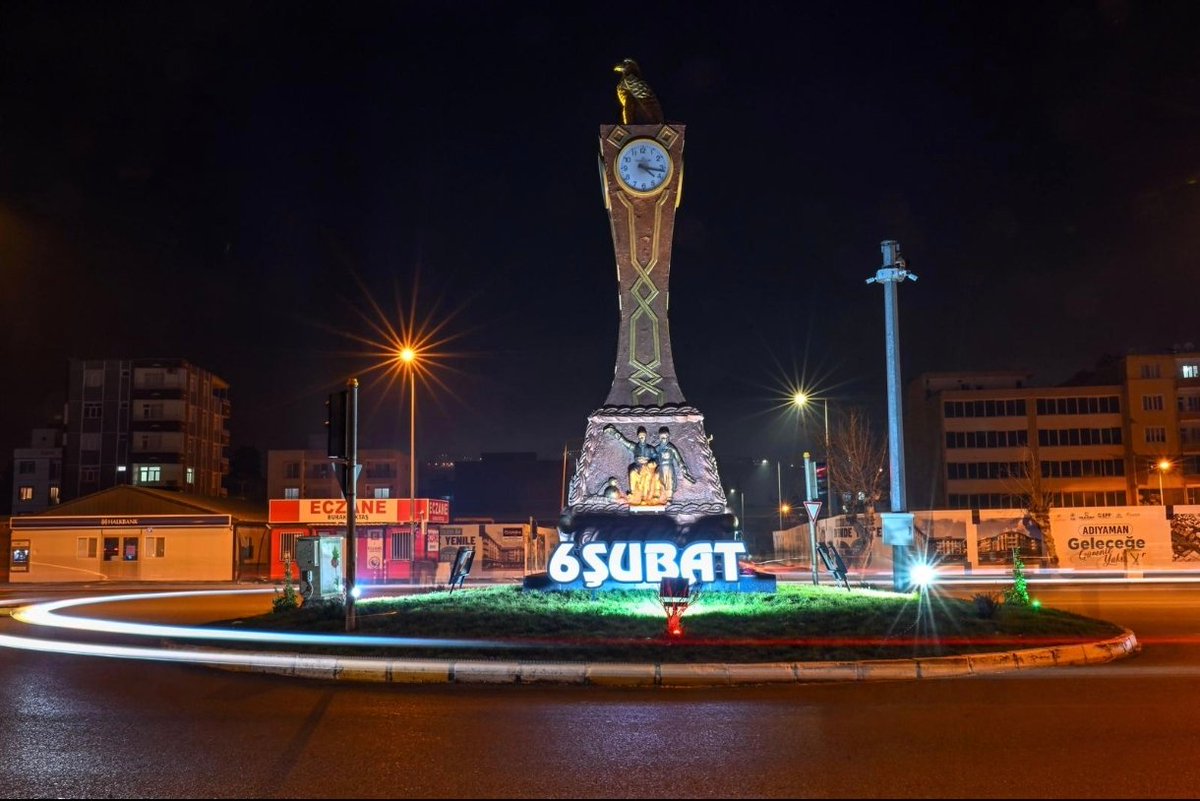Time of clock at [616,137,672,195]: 4:16
